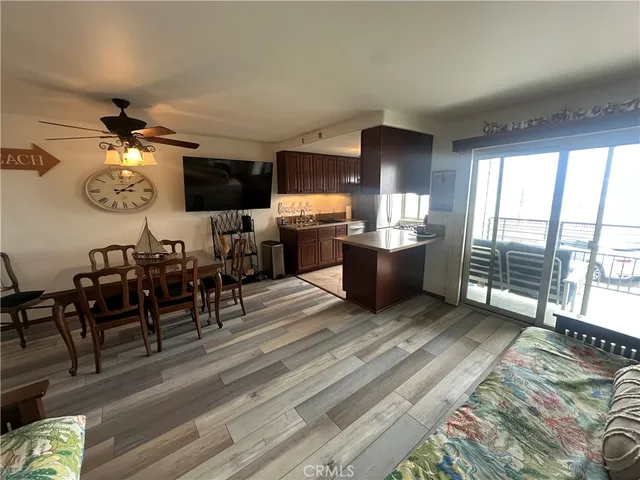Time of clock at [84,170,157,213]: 3:09
